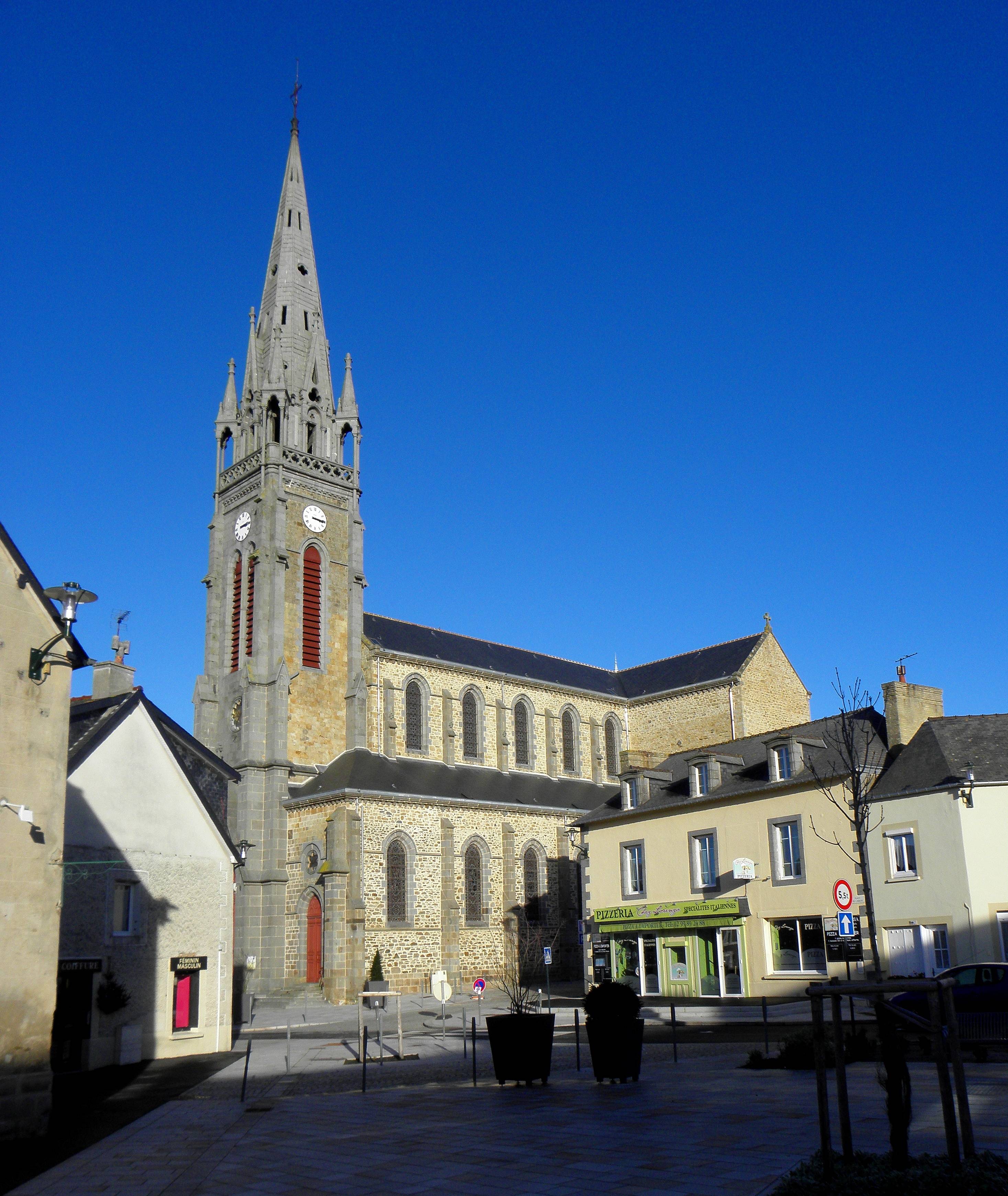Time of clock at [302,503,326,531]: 3:15
